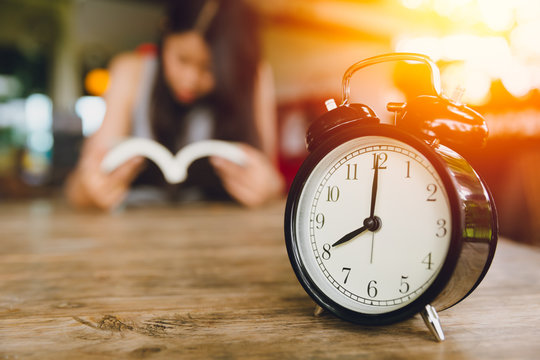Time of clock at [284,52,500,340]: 8:00
